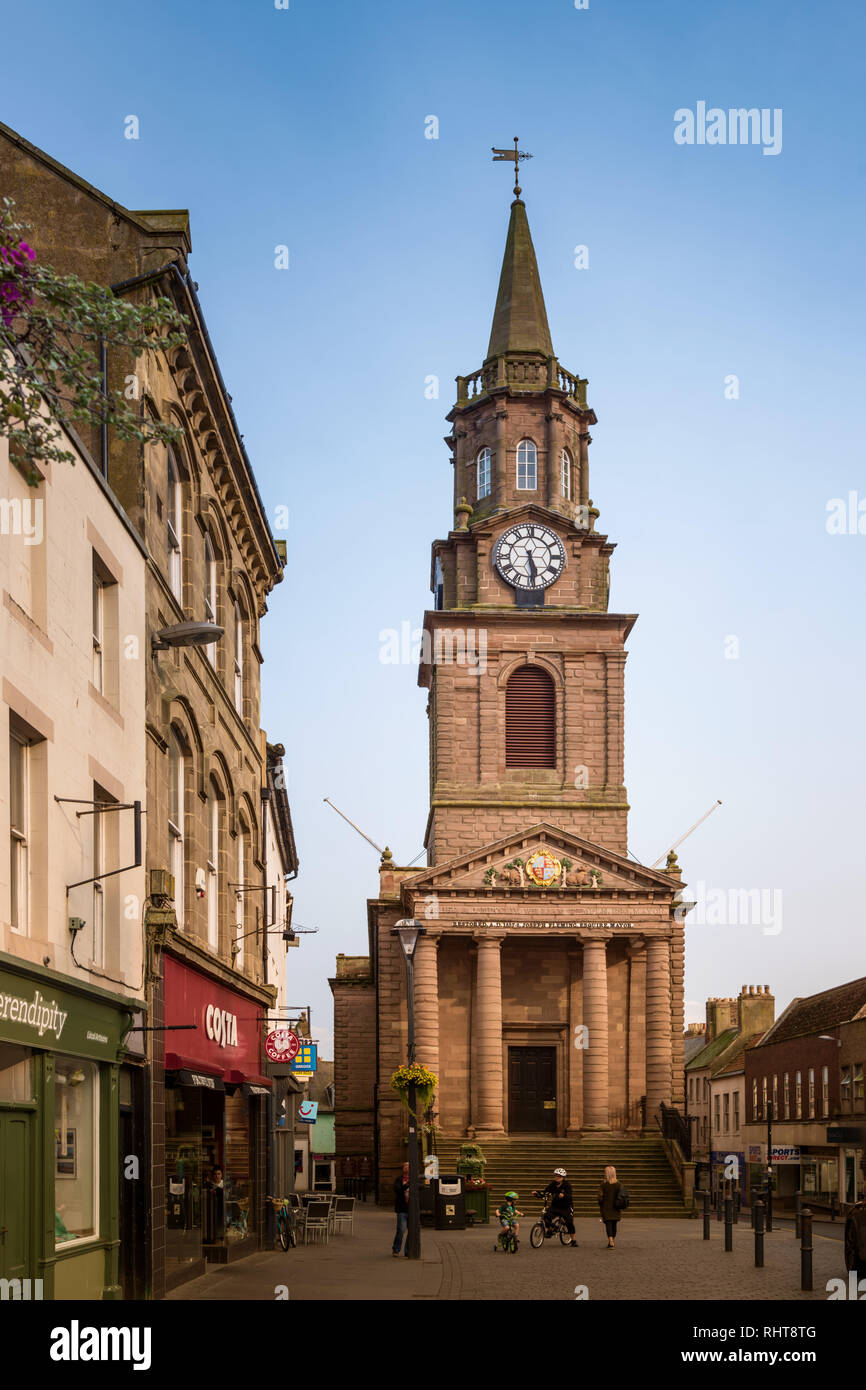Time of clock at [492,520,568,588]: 5:28
